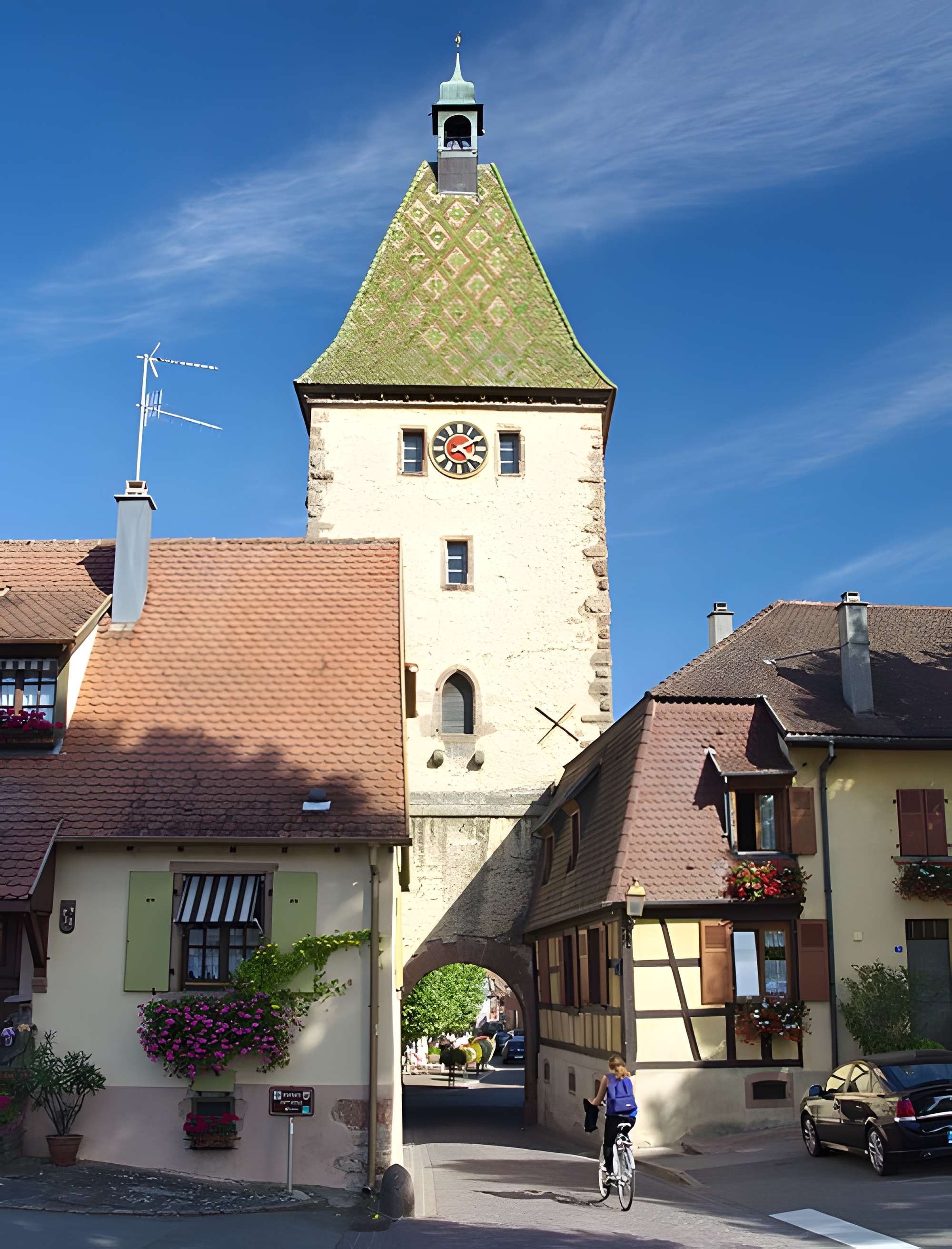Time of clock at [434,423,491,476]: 4:10
